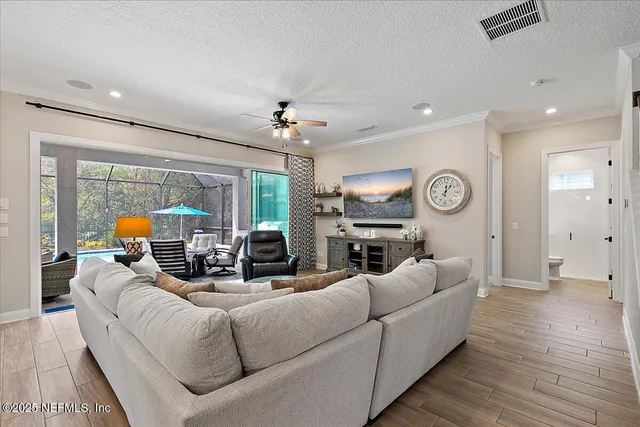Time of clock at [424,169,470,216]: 12:06
